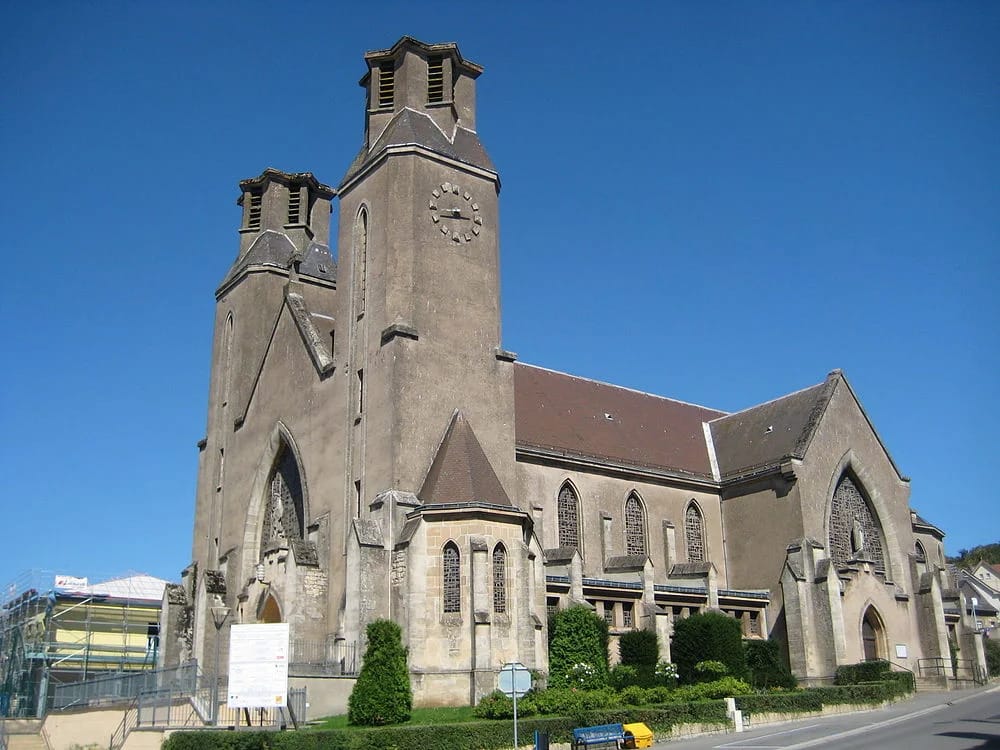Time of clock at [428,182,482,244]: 2:42
